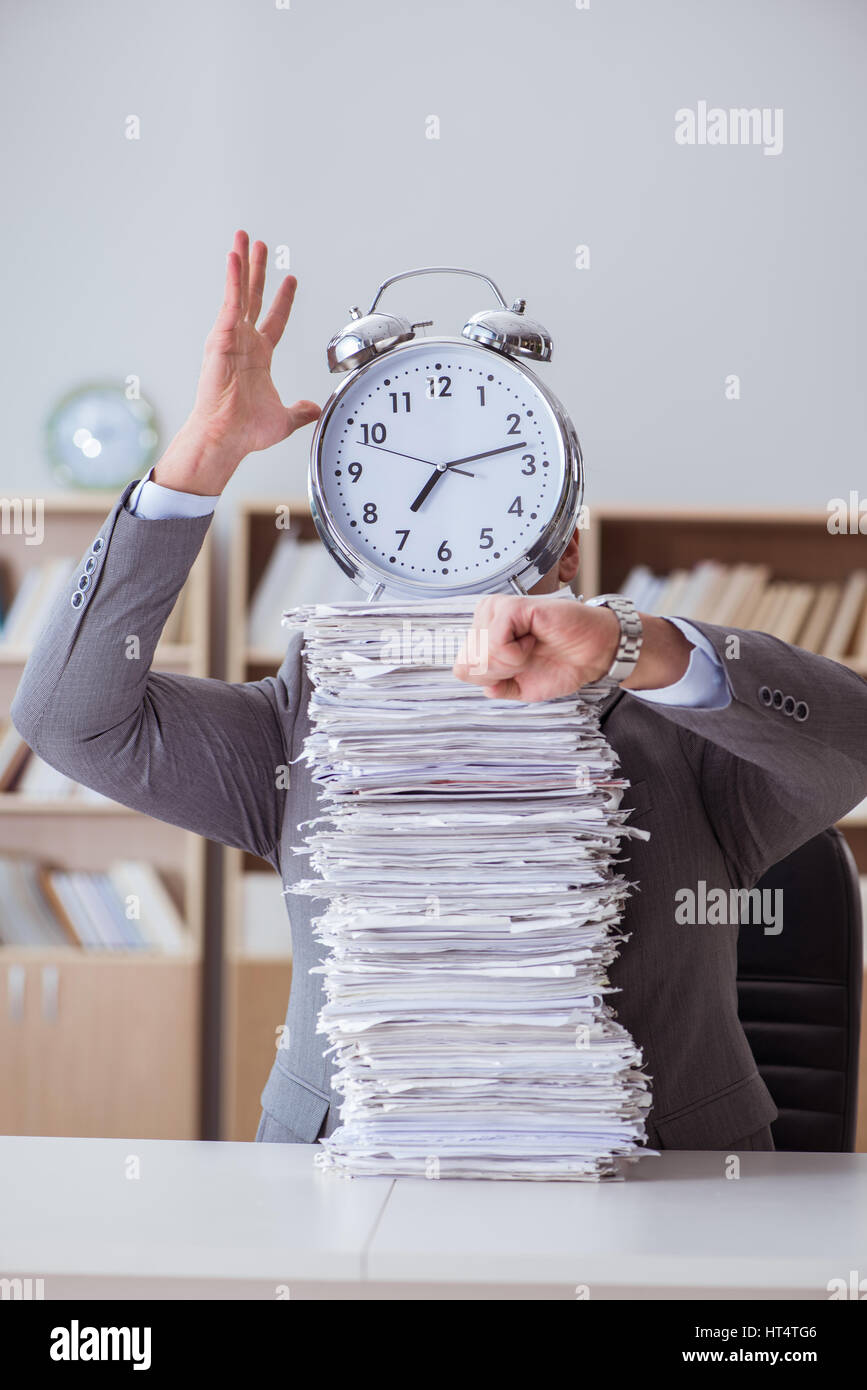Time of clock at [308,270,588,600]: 7:12
